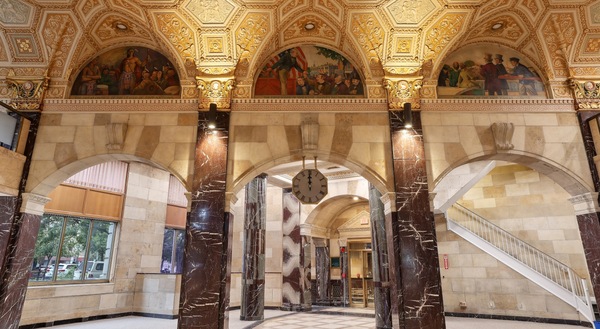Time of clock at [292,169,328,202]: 11:59
